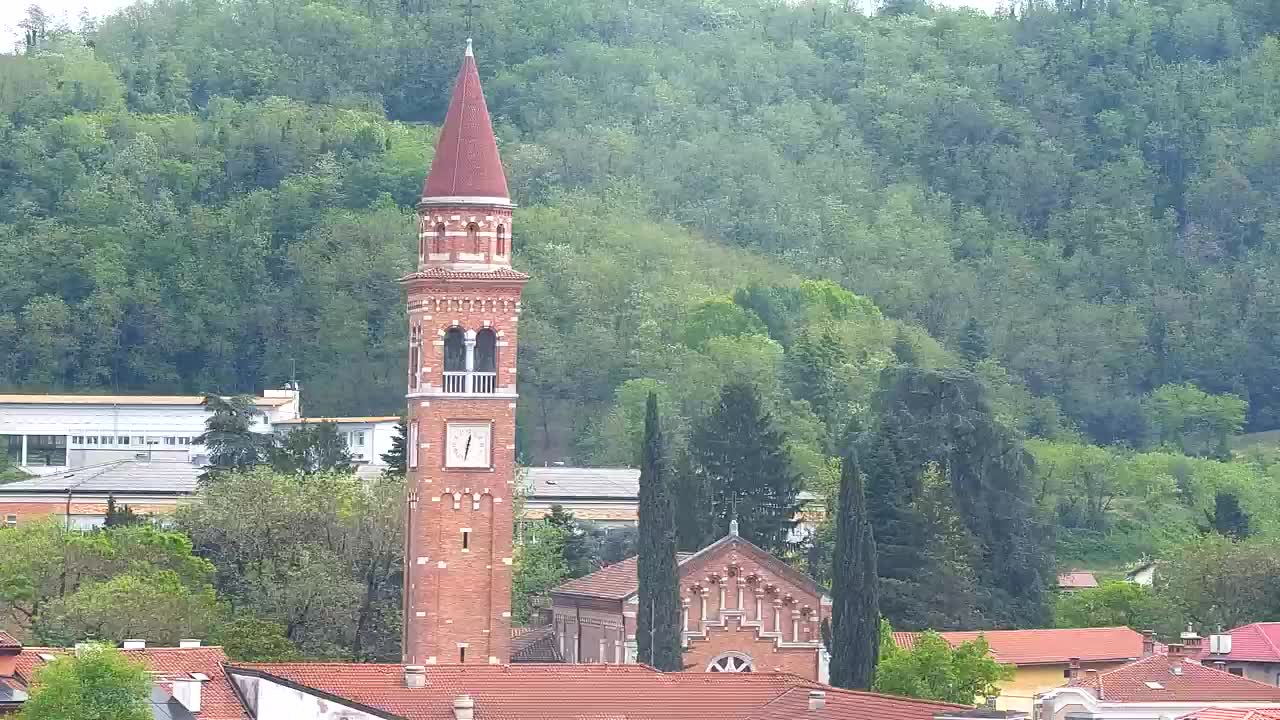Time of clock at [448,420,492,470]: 12:32
